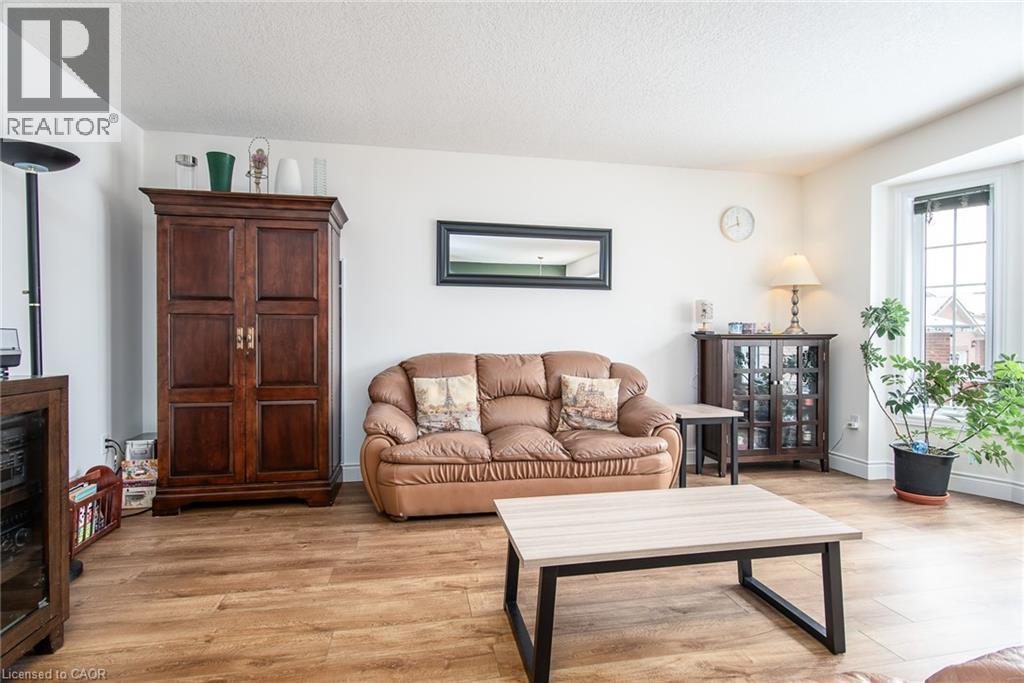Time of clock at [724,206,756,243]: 11:41
